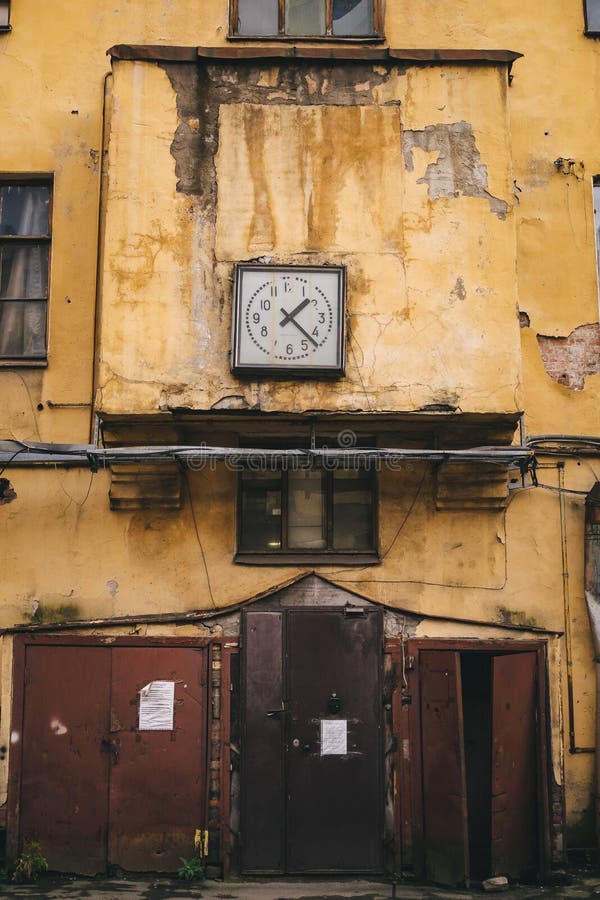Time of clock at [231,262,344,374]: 1:22
